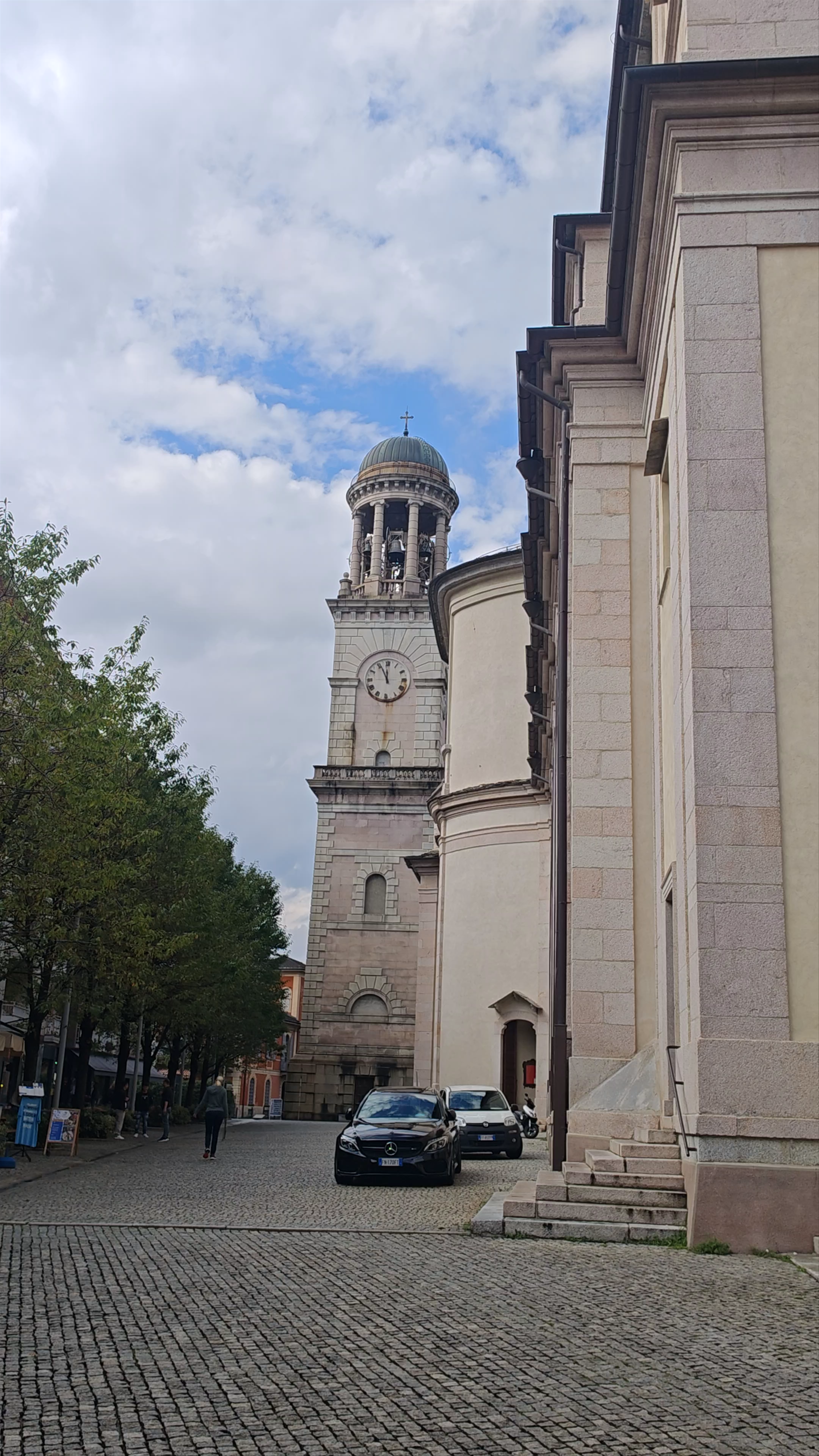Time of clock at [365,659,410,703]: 11:55
